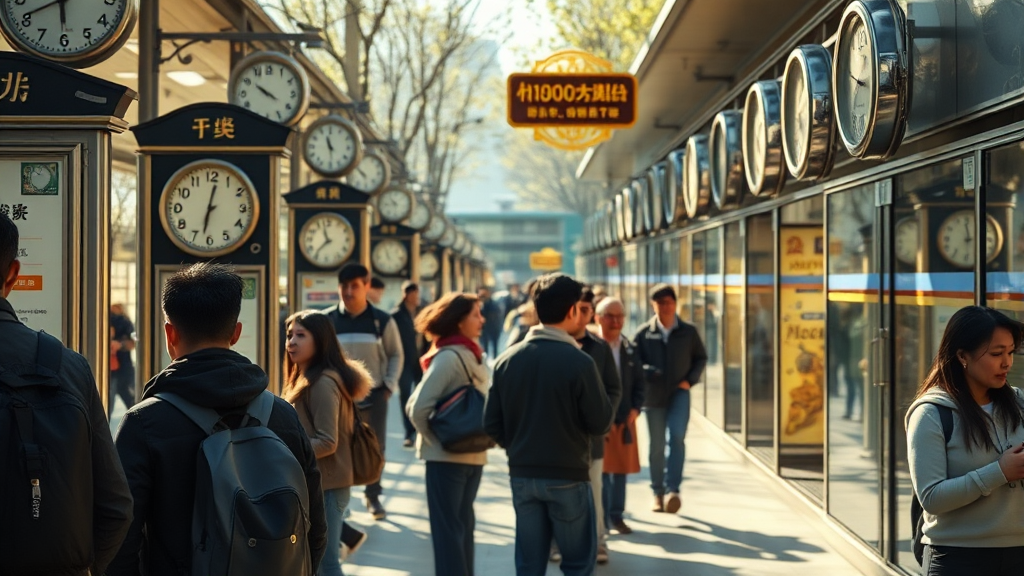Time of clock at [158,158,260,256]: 12:32
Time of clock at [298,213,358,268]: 11:36
